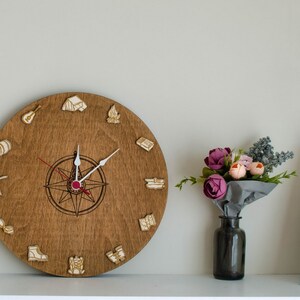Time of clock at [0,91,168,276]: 12:09
